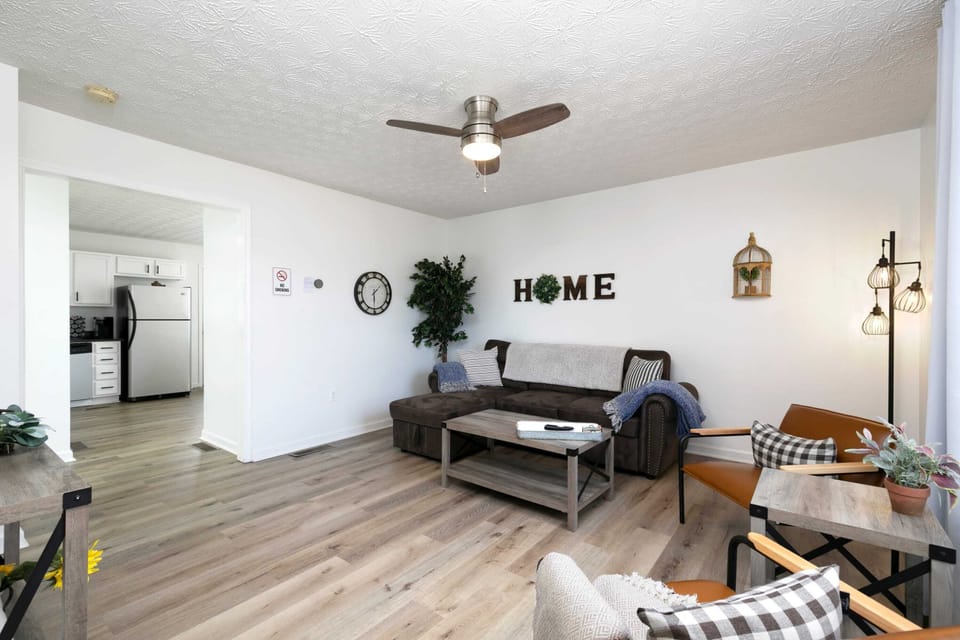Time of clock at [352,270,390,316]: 1:29
